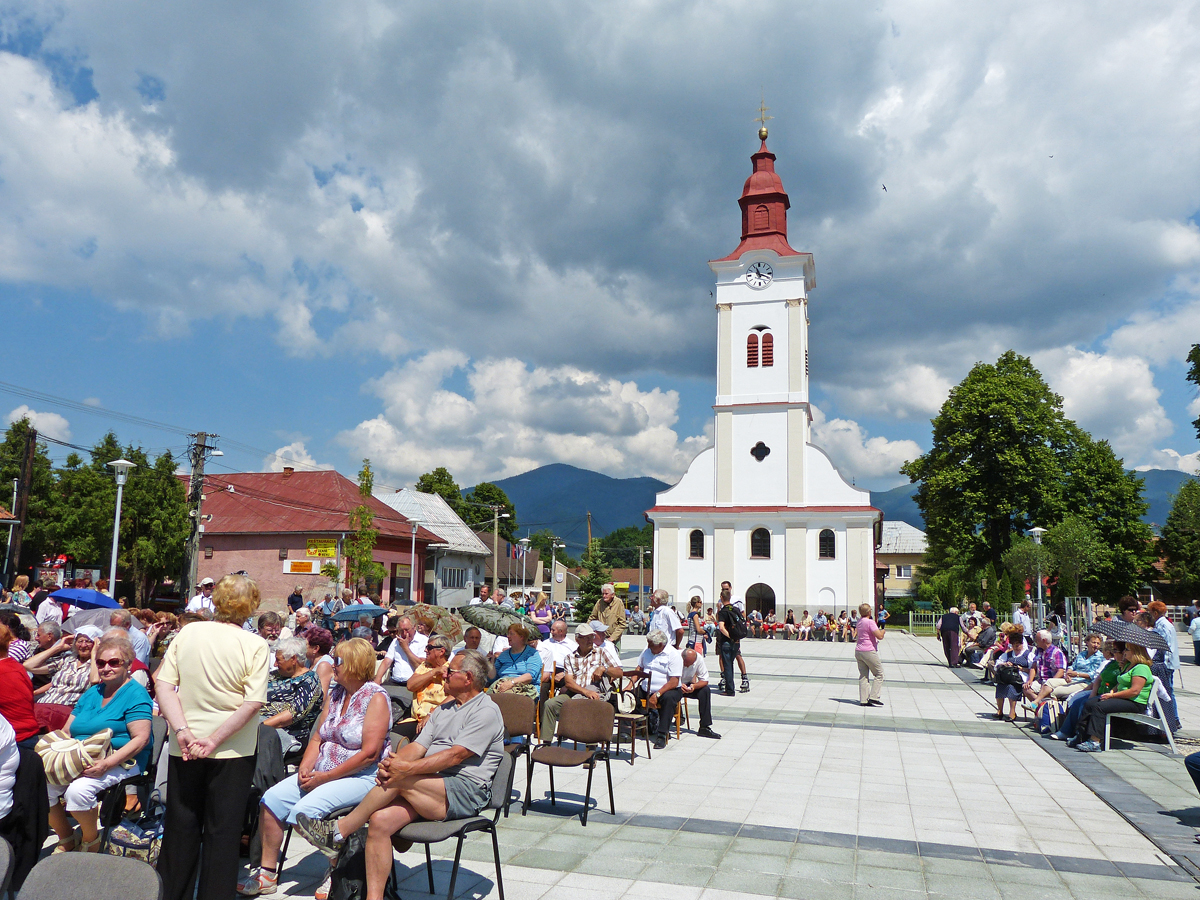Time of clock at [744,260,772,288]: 11:18
